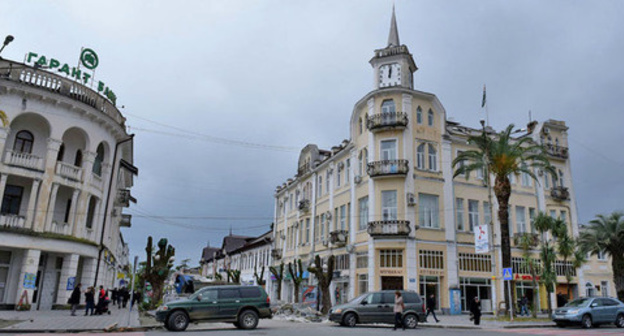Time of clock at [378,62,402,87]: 12:01
